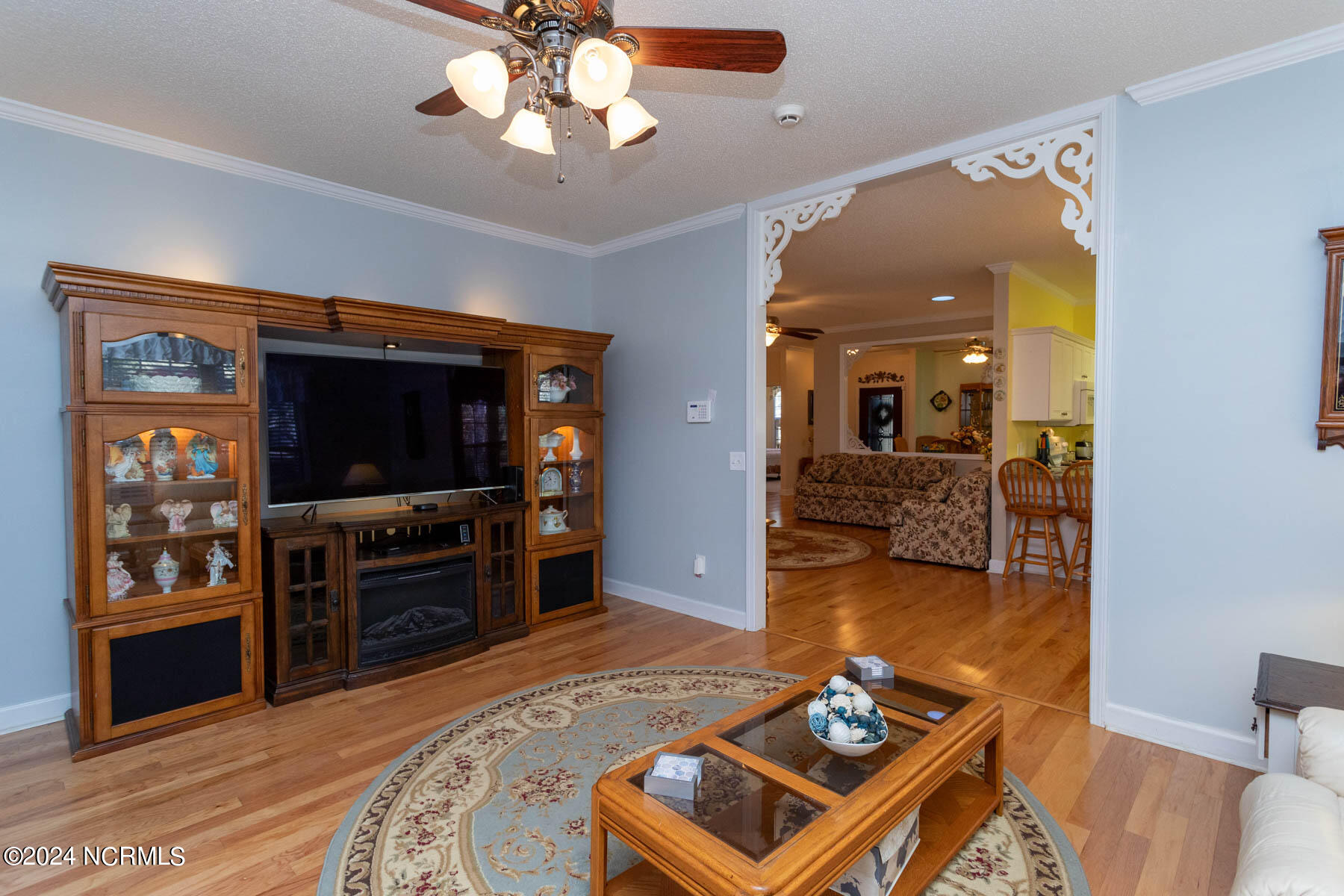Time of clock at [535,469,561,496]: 10:41
